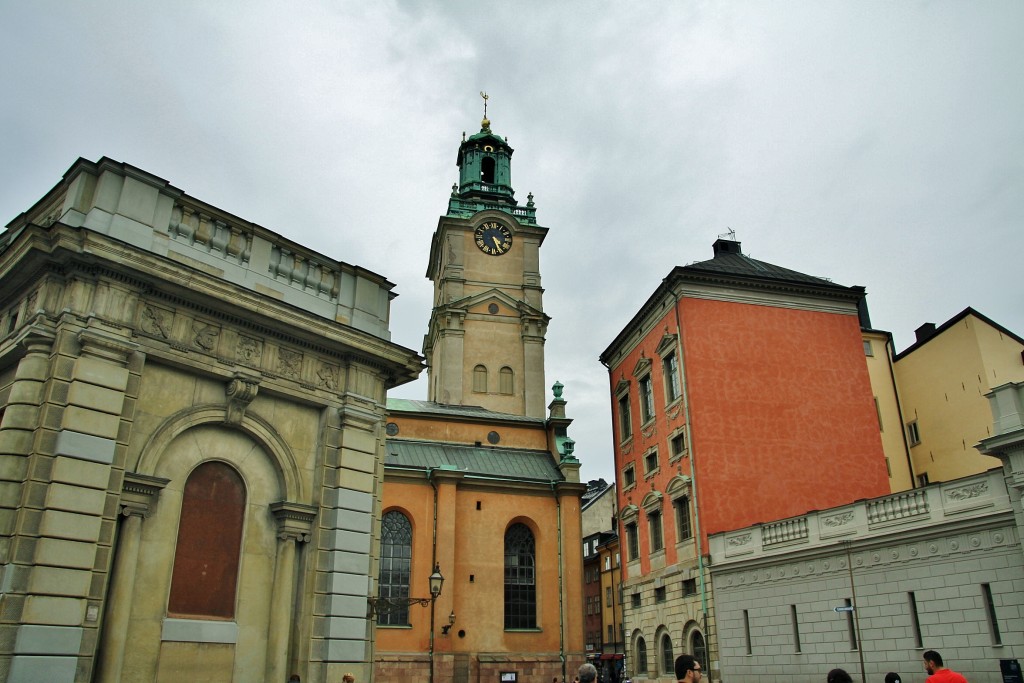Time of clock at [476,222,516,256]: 4:26
